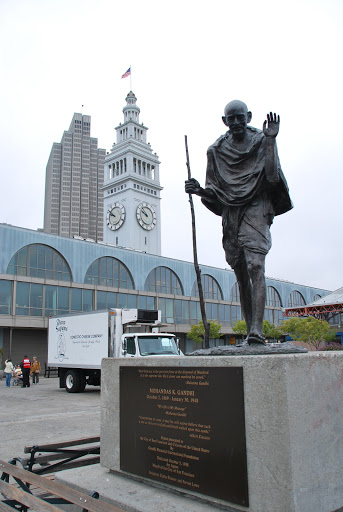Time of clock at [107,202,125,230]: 9:51
